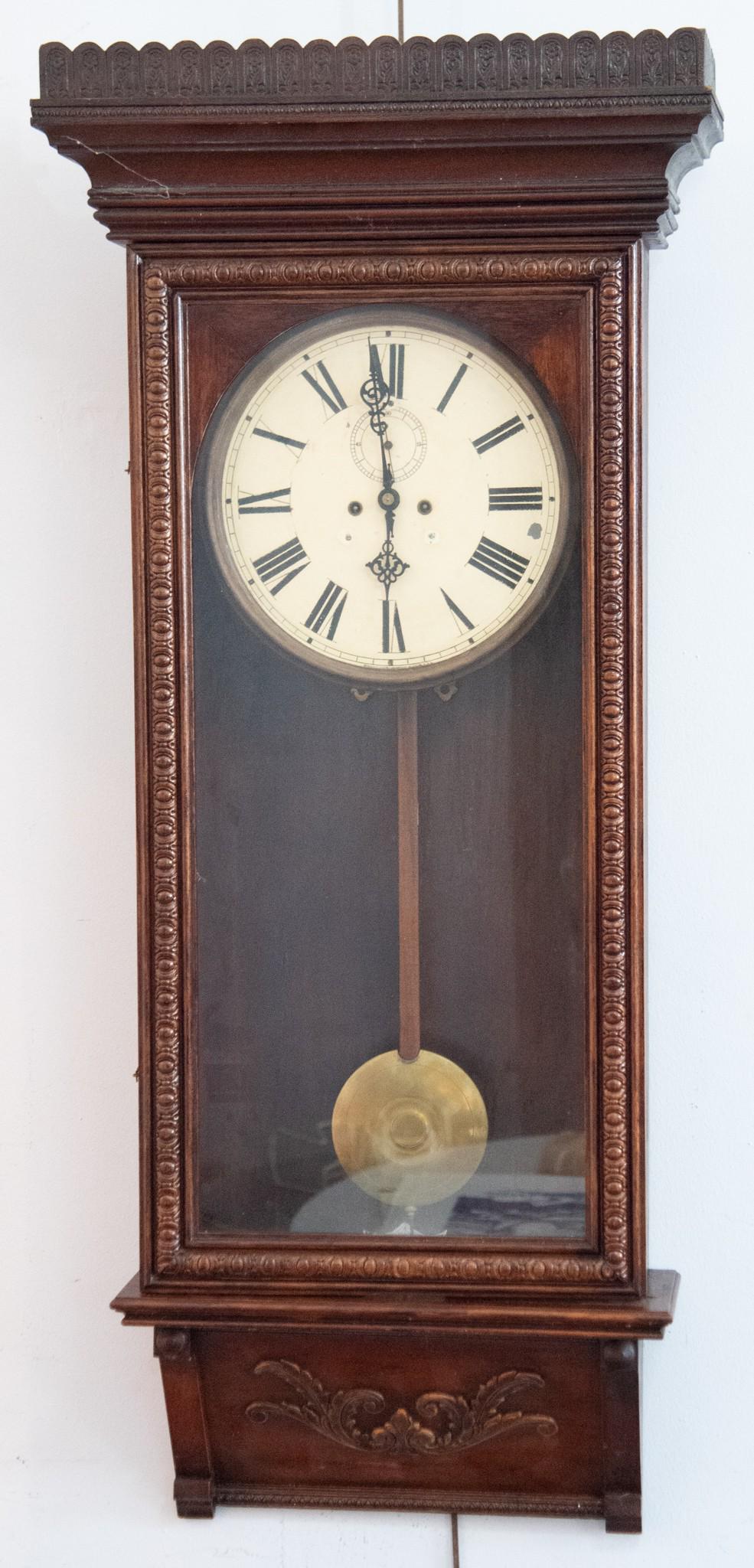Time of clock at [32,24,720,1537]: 5:59
